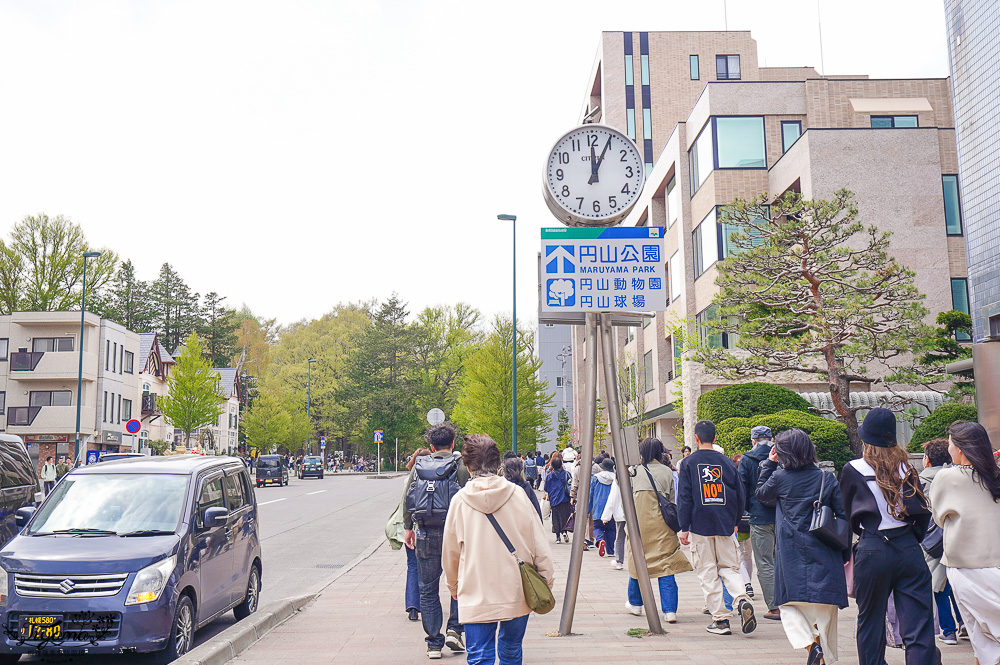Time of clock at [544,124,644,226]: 12:04
